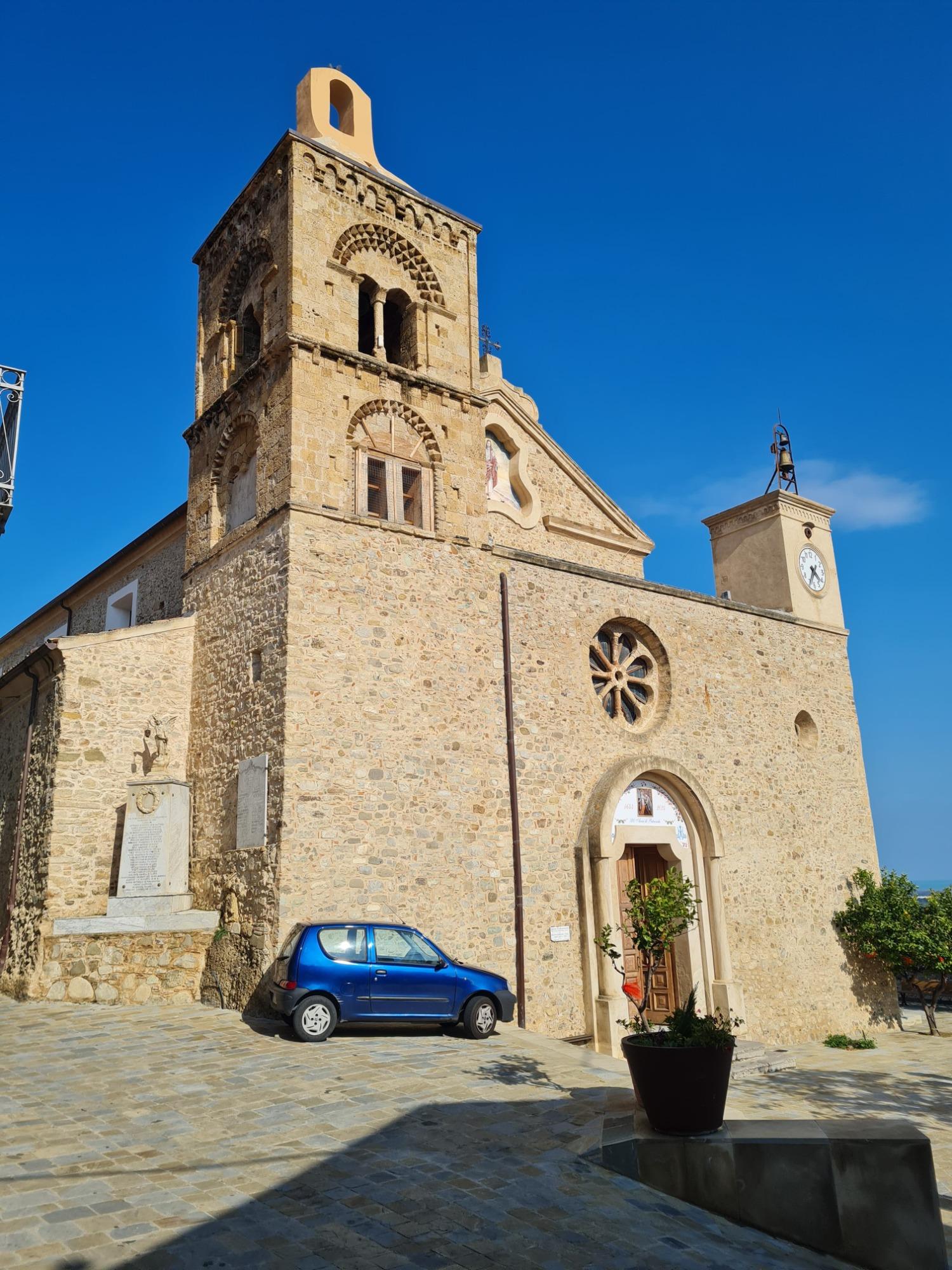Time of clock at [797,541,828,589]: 4:35
